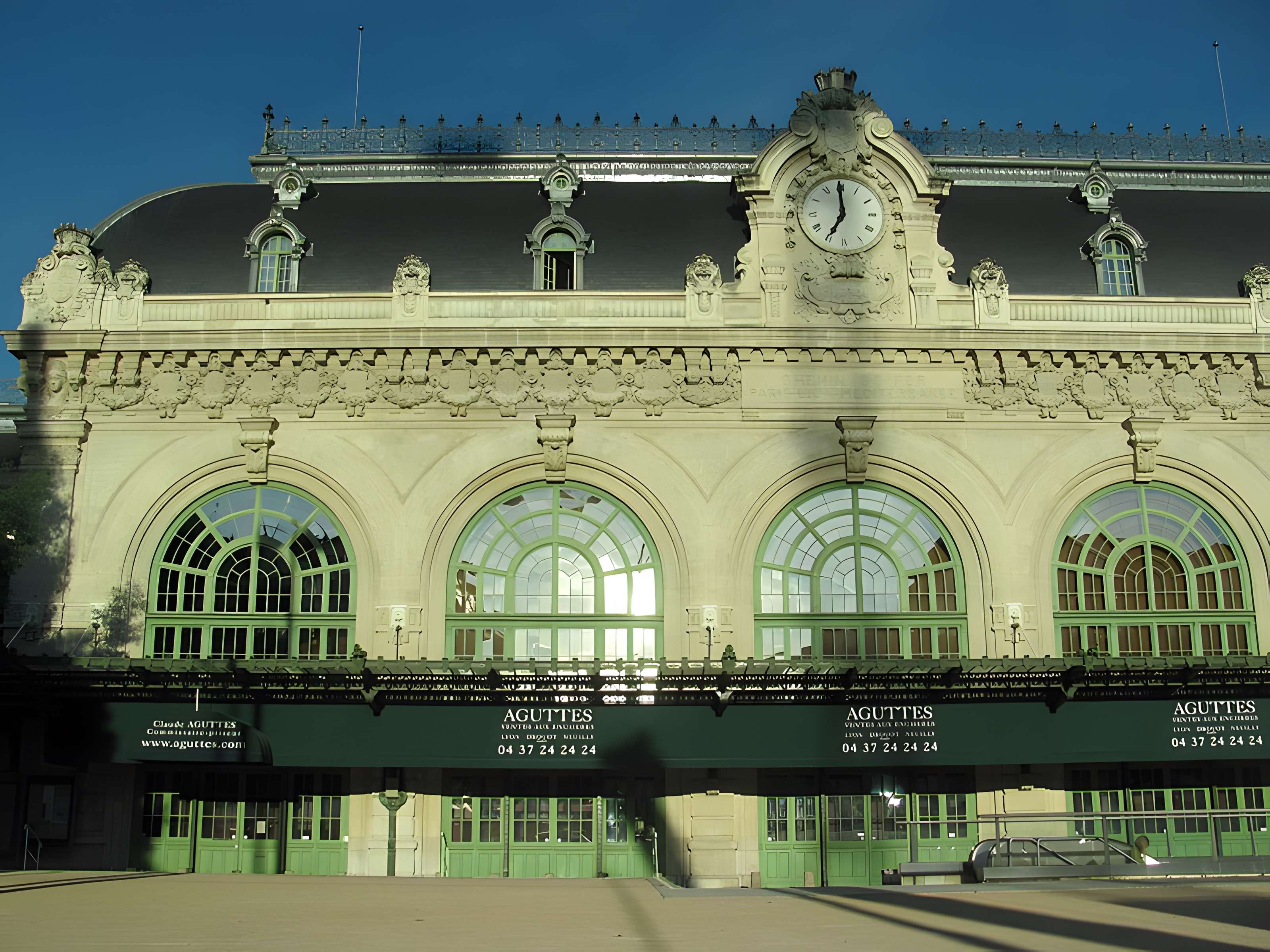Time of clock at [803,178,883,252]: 6:59
